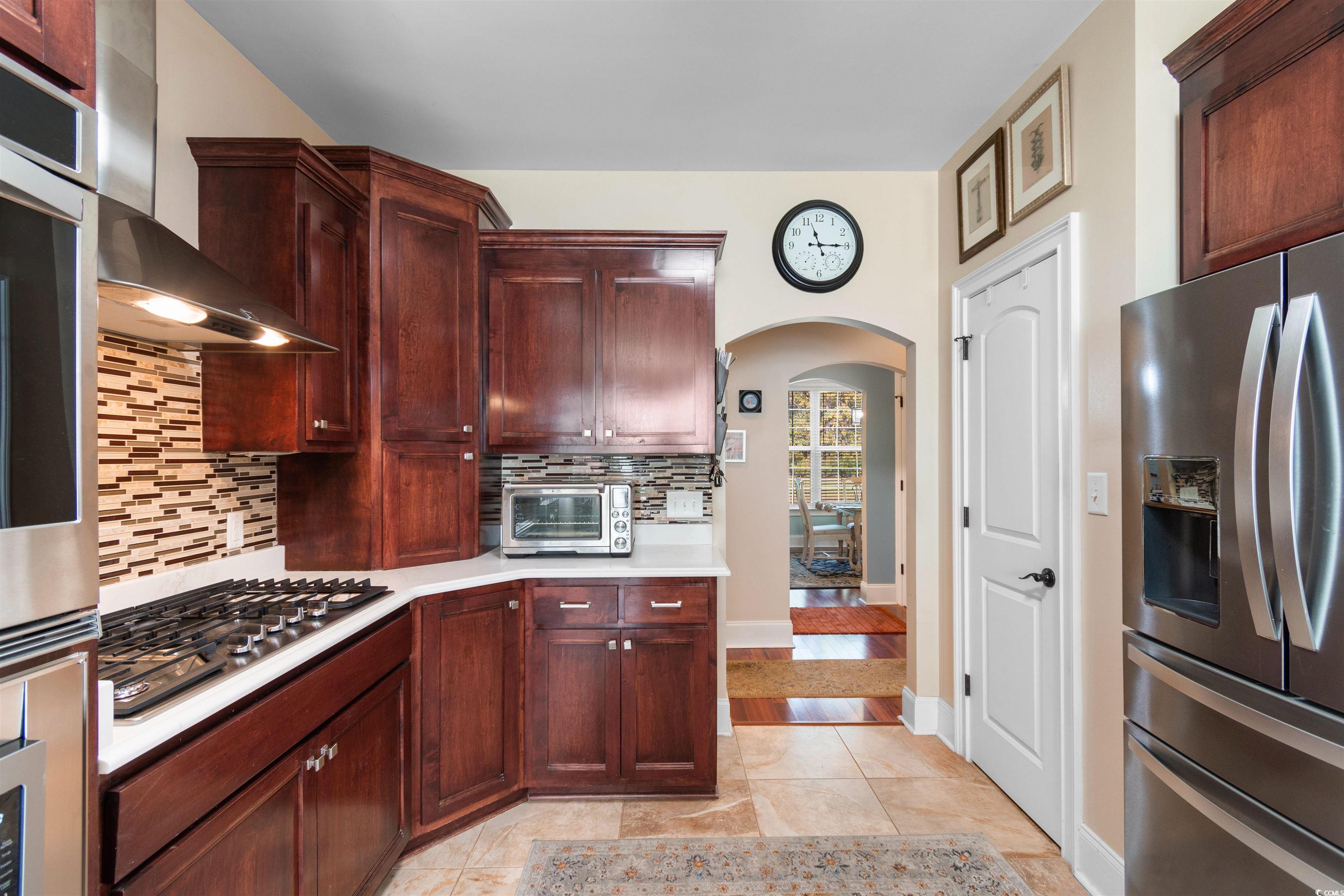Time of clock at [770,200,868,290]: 11:14
